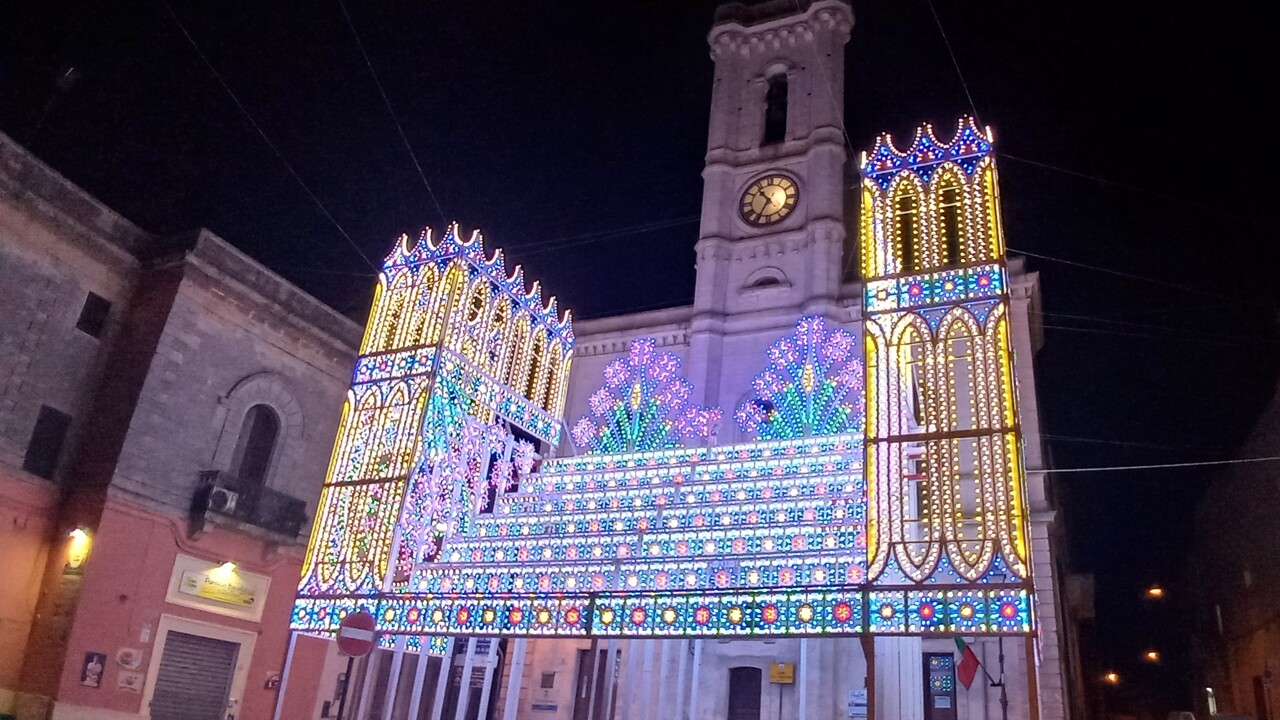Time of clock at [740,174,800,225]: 10:34
